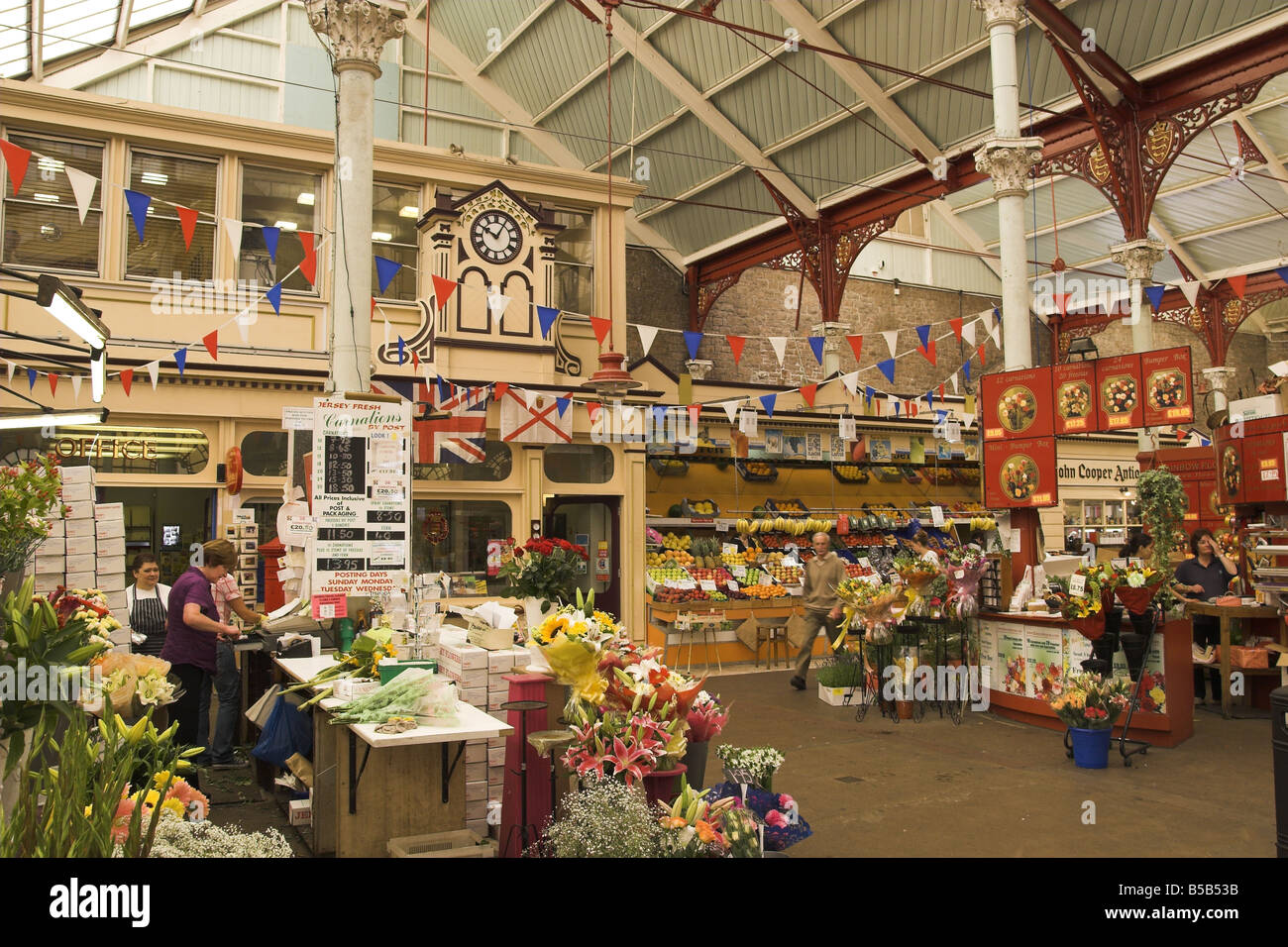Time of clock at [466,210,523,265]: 10:05
